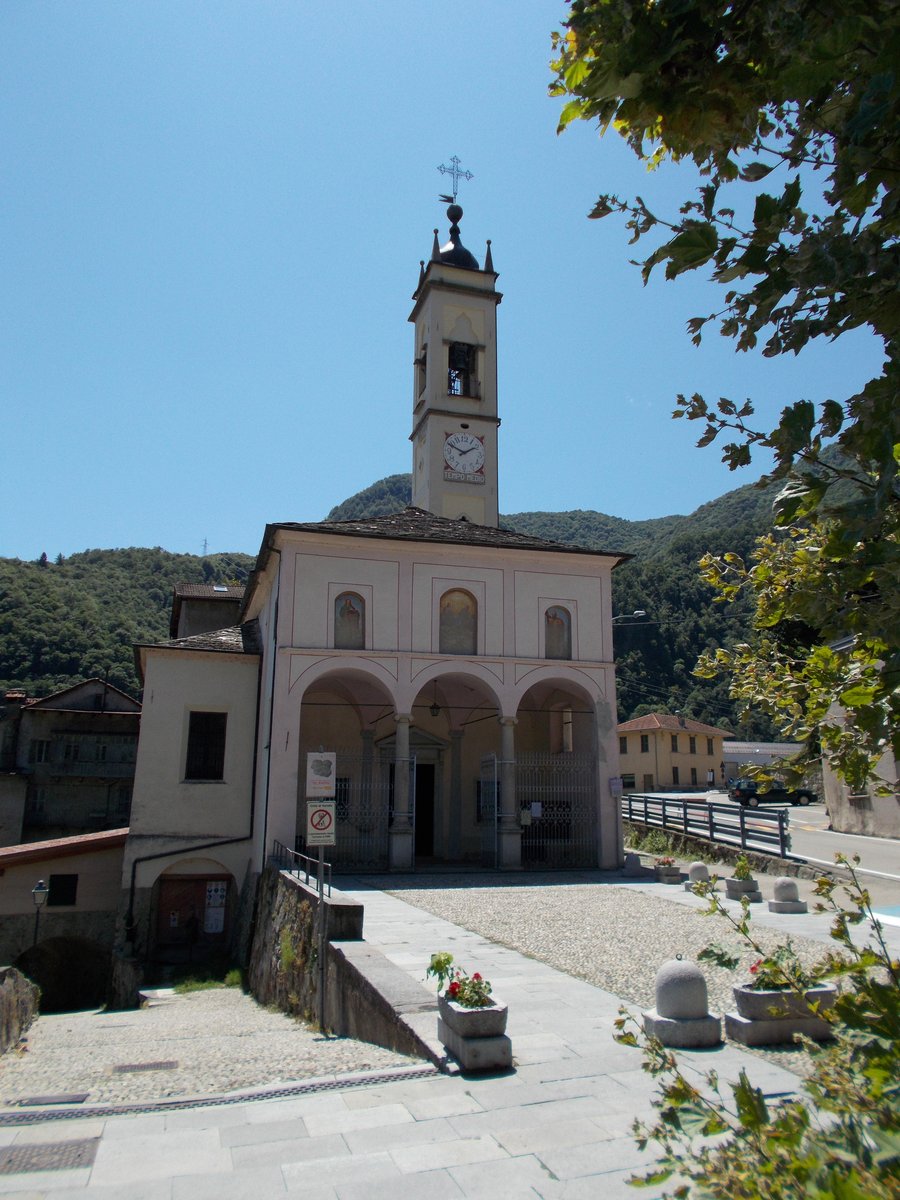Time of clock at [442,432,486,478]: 1:49
